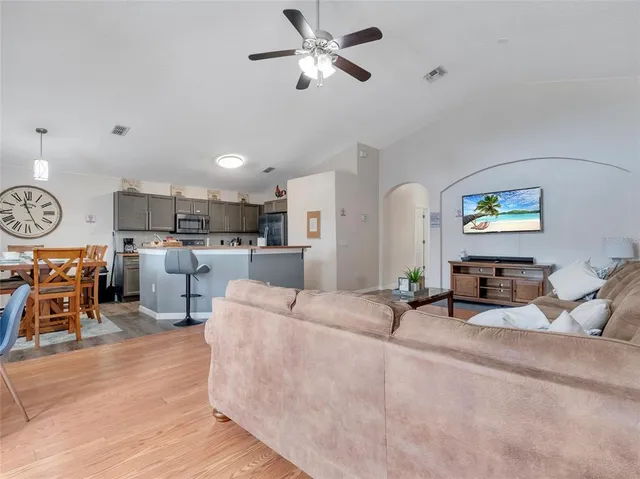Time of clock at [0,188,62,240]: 11:25
